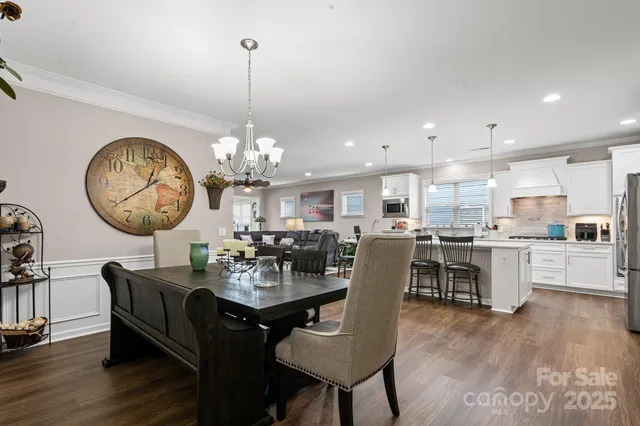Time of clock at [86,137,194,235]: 12:39
